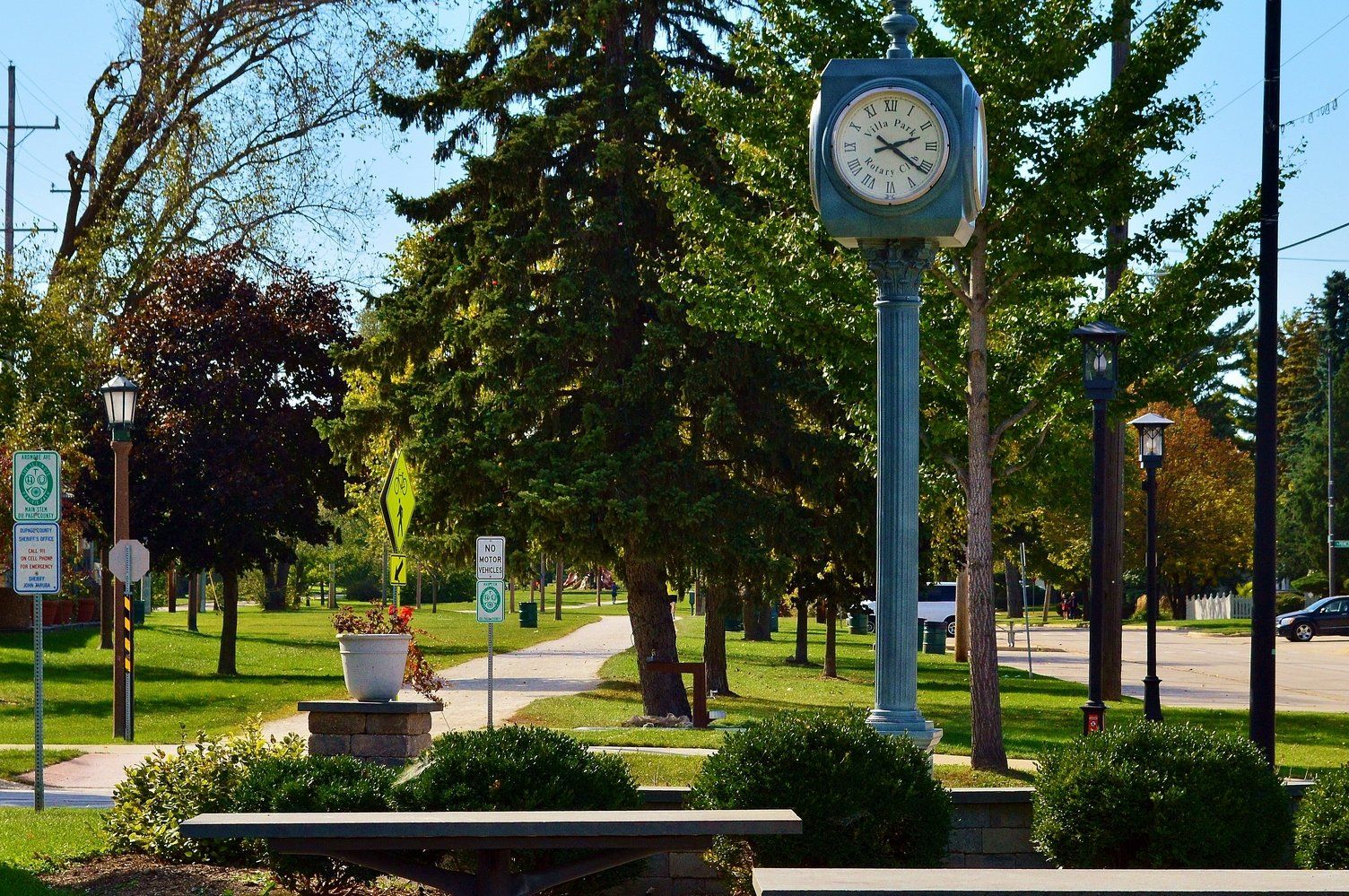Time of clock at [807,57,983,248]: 2:21
